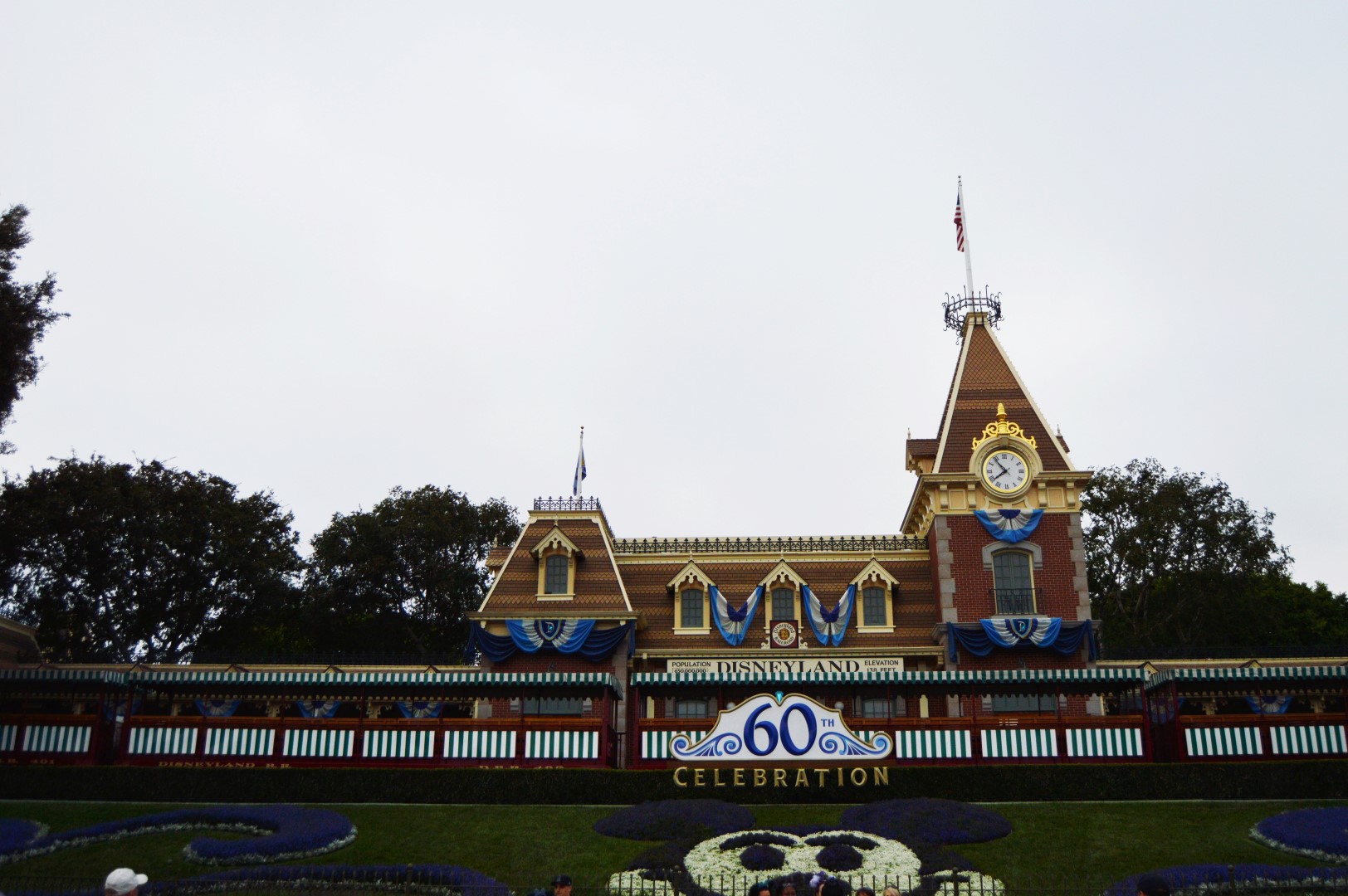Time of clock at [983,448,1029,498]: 7:53
